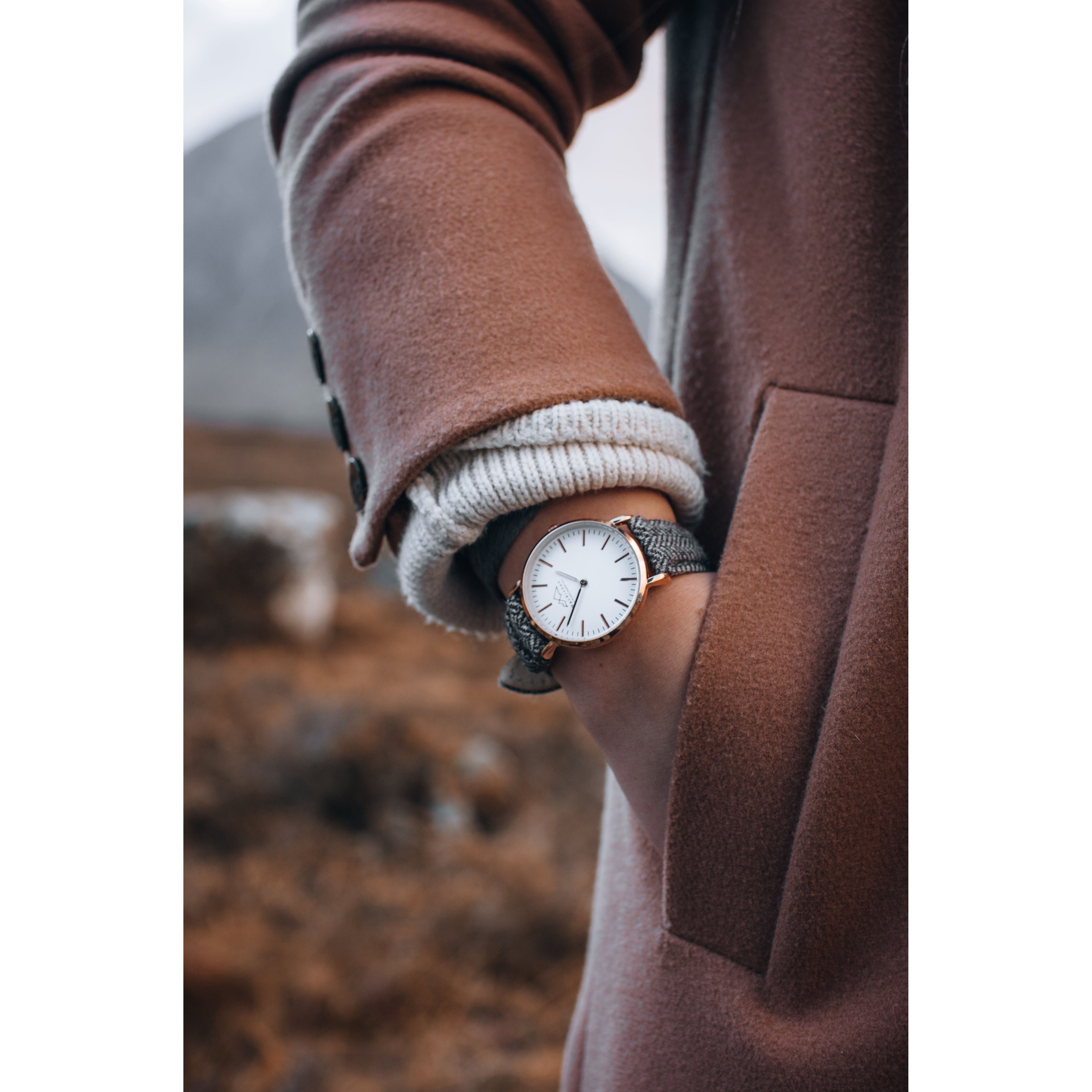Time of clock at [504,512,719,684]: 9:33
